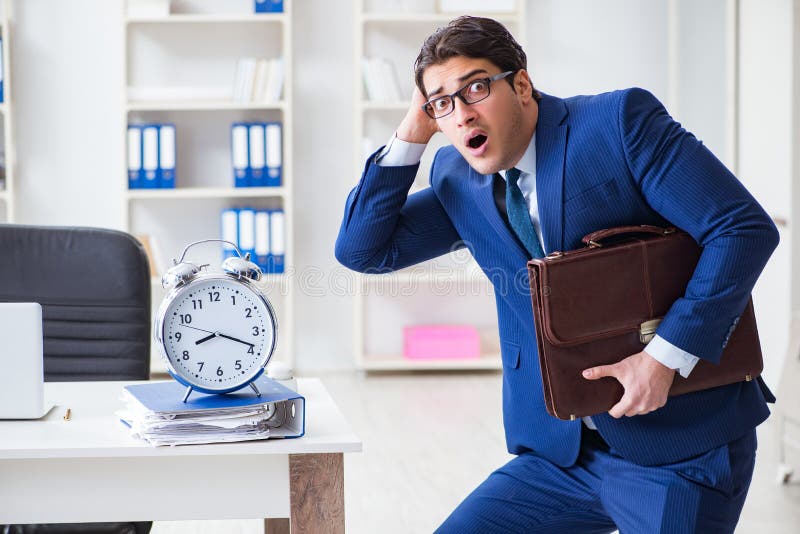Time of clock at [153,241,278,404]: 8:18
